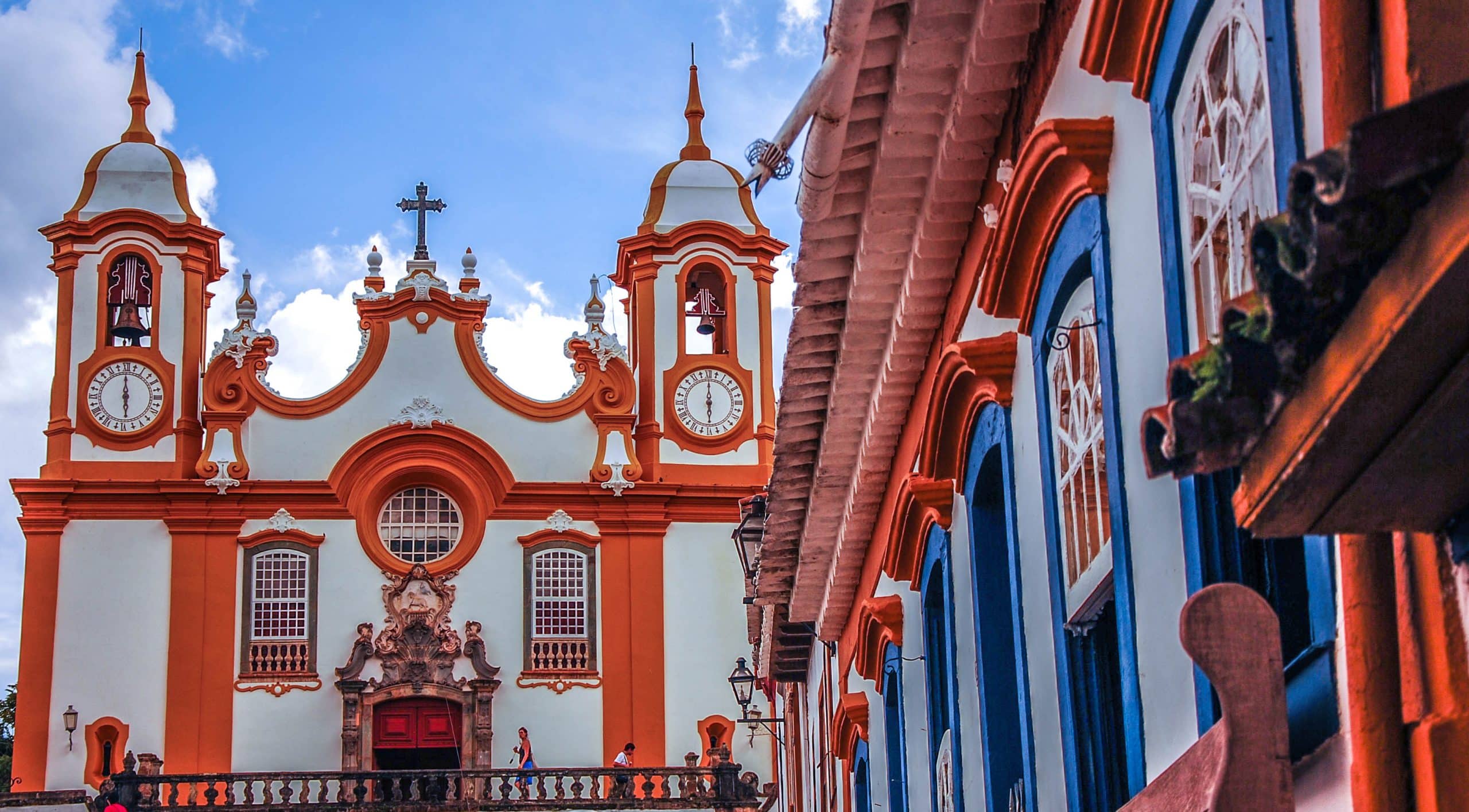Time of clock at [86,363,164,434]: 5:59
